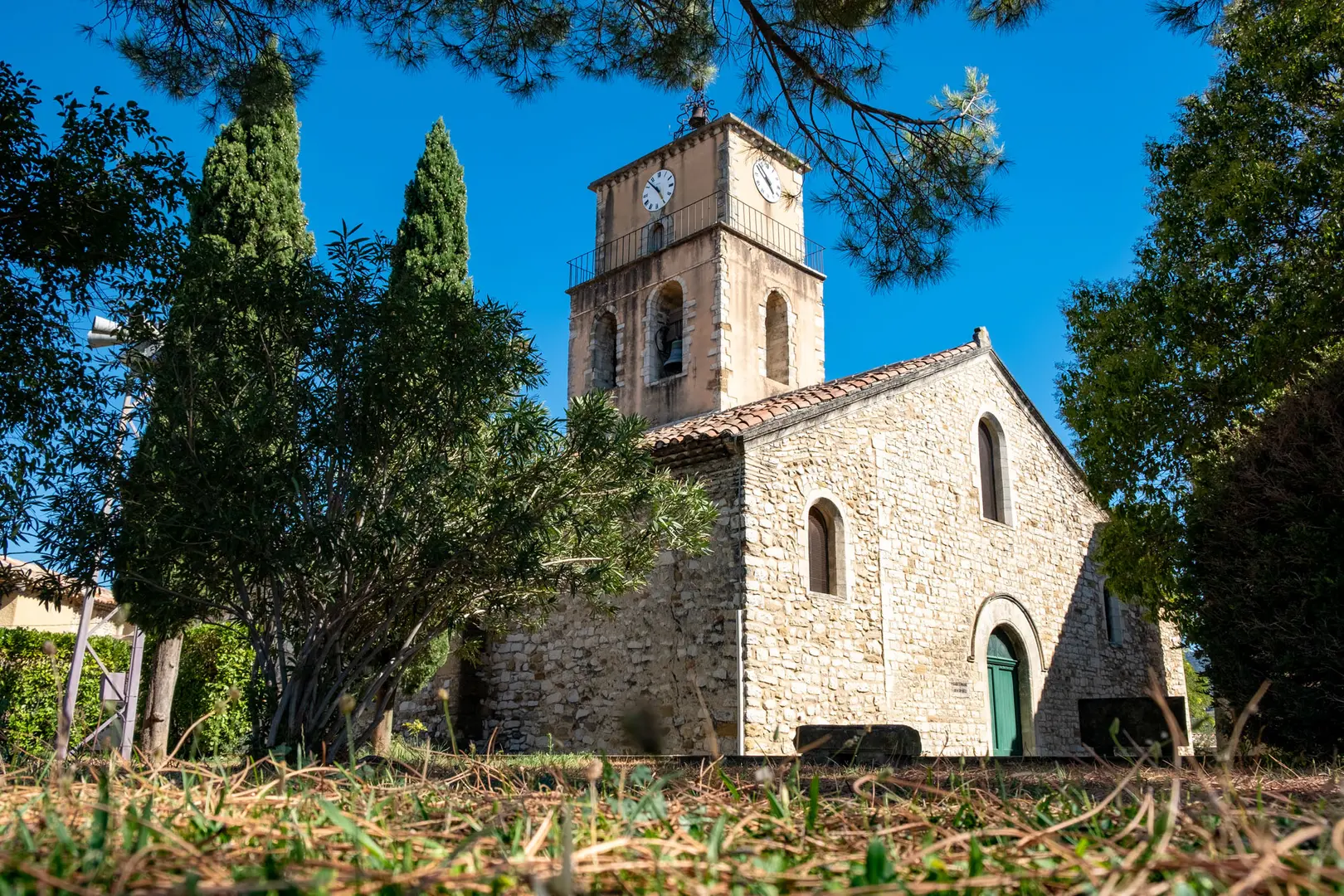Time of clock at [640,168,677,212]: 4:52
